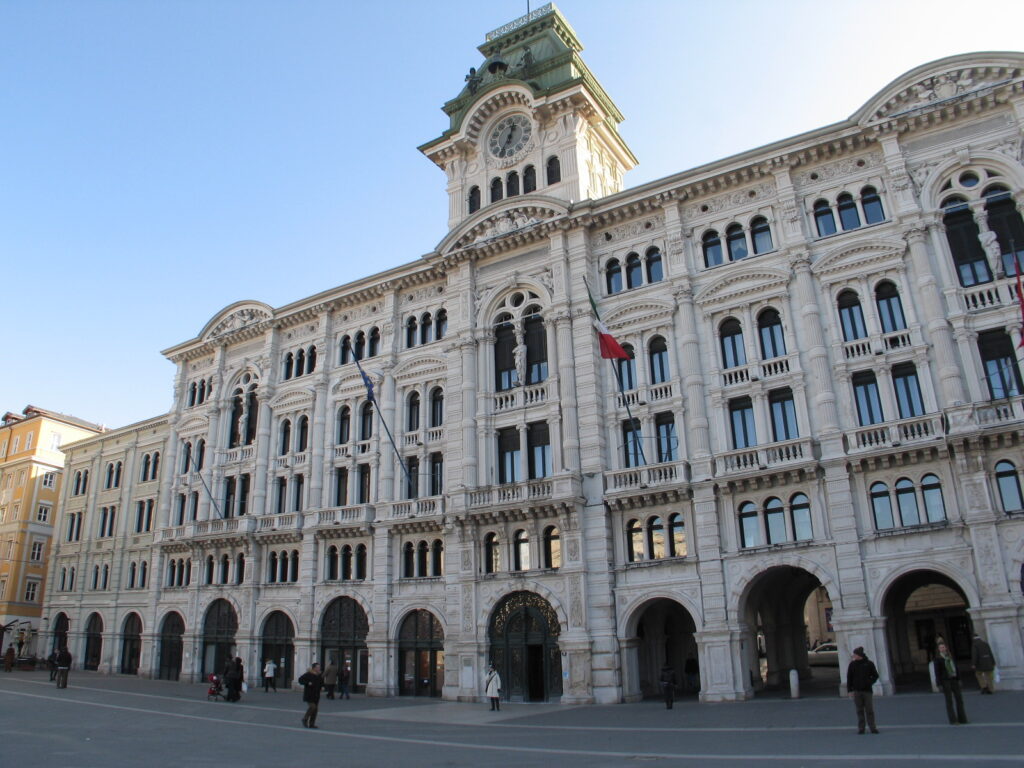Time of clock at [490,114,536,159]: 12:34
